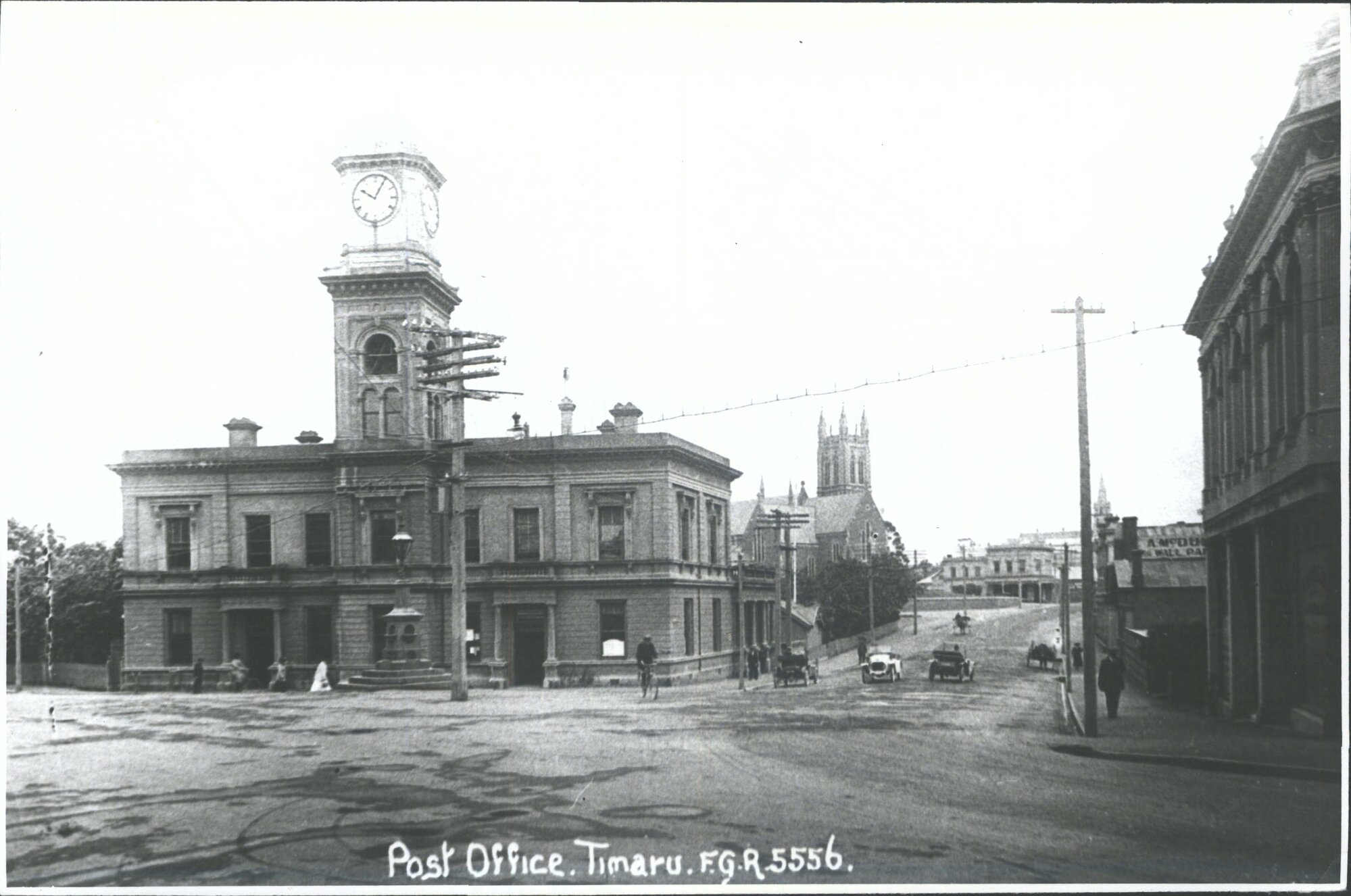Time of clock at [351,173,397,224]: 10:04
